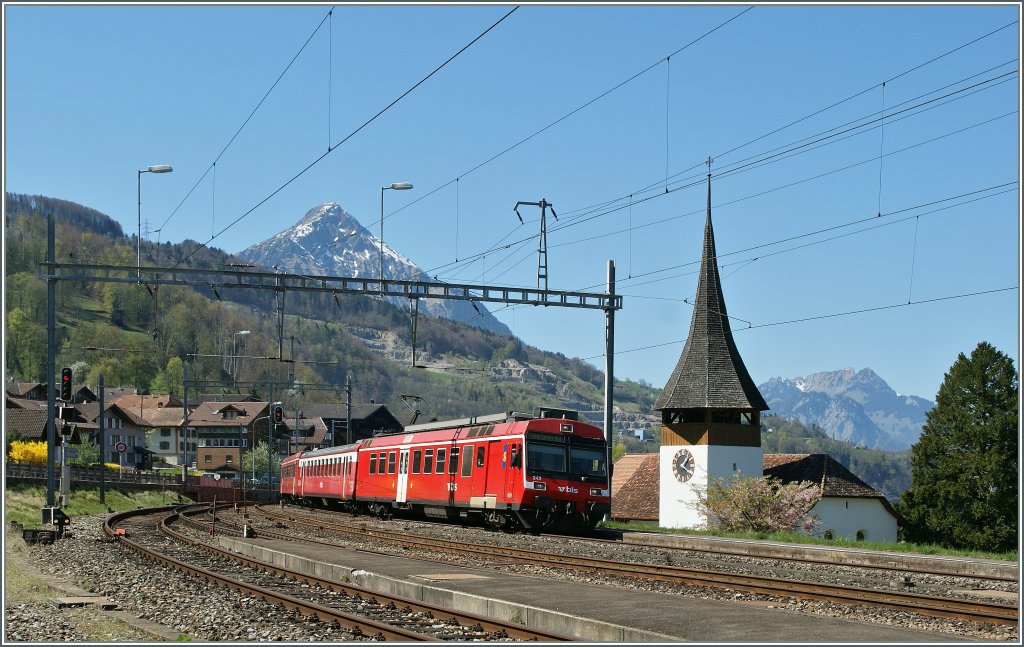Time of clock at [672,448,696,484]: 1:20
